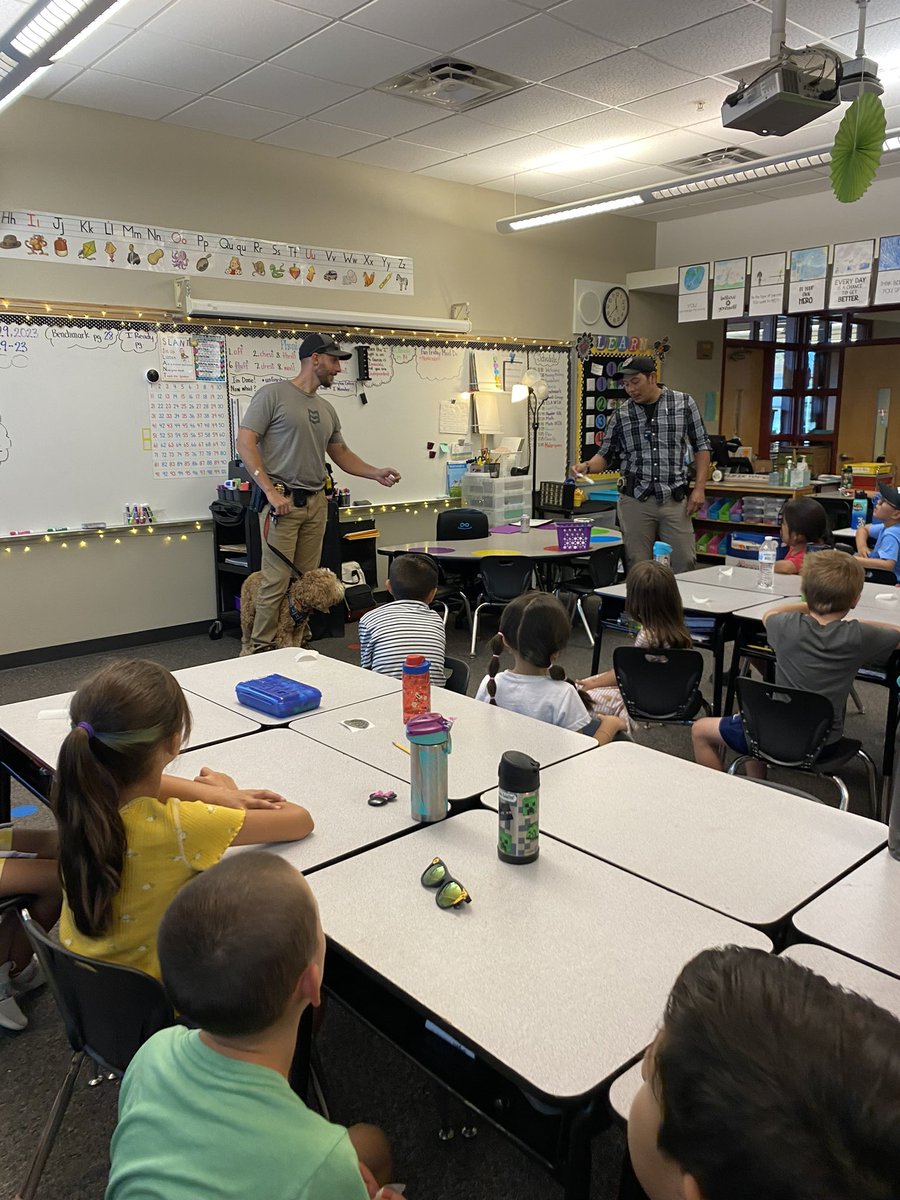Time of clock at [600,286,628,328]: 11:37
